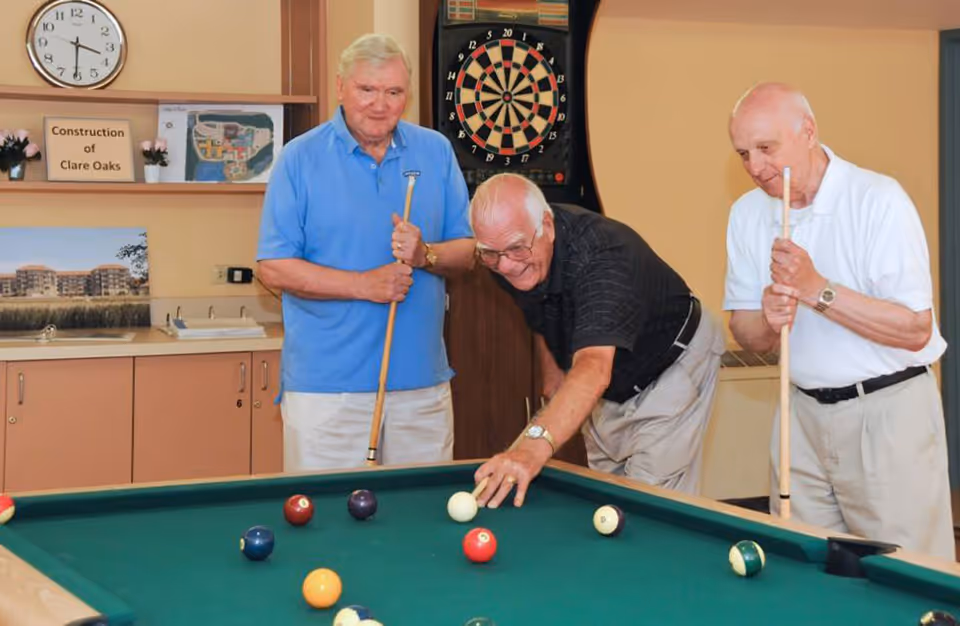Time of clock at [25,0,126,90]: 3:30
